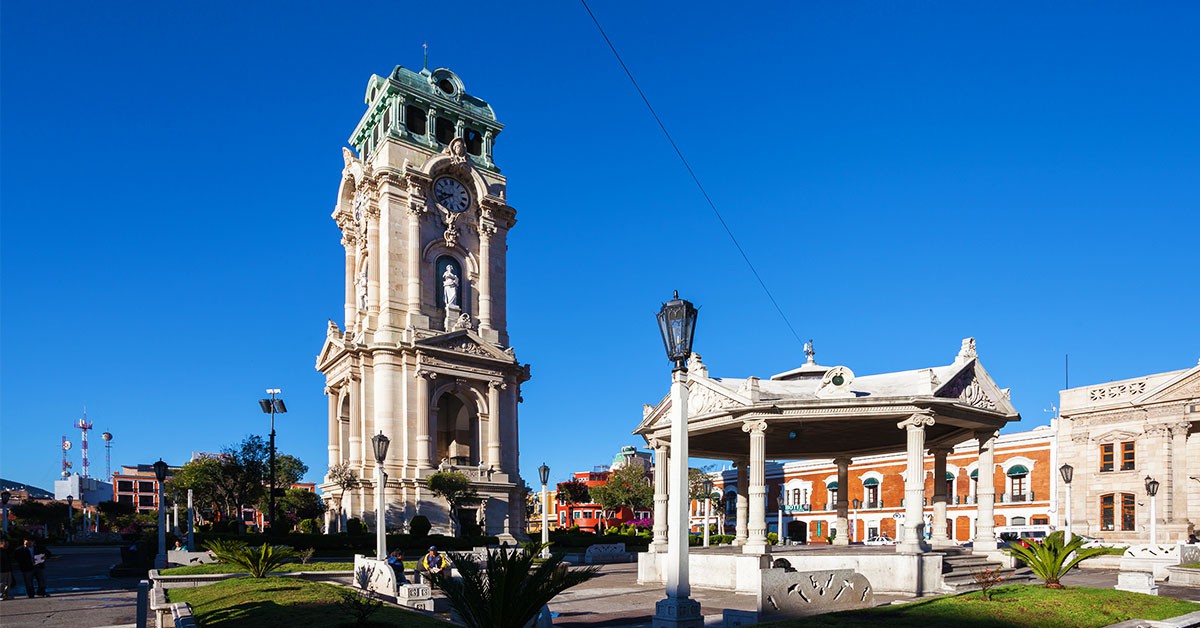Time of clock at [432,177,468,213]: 8:38
